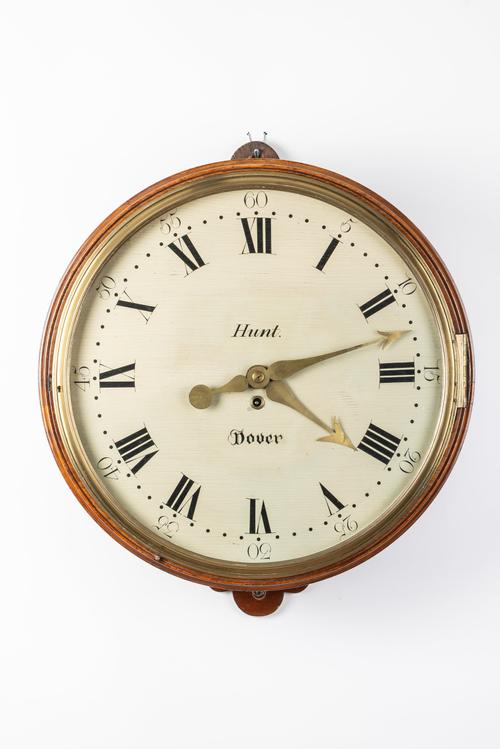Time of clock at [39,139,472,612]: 4:12
